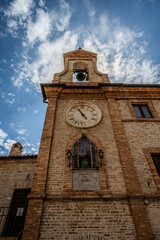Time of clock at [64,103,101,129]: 4:55
